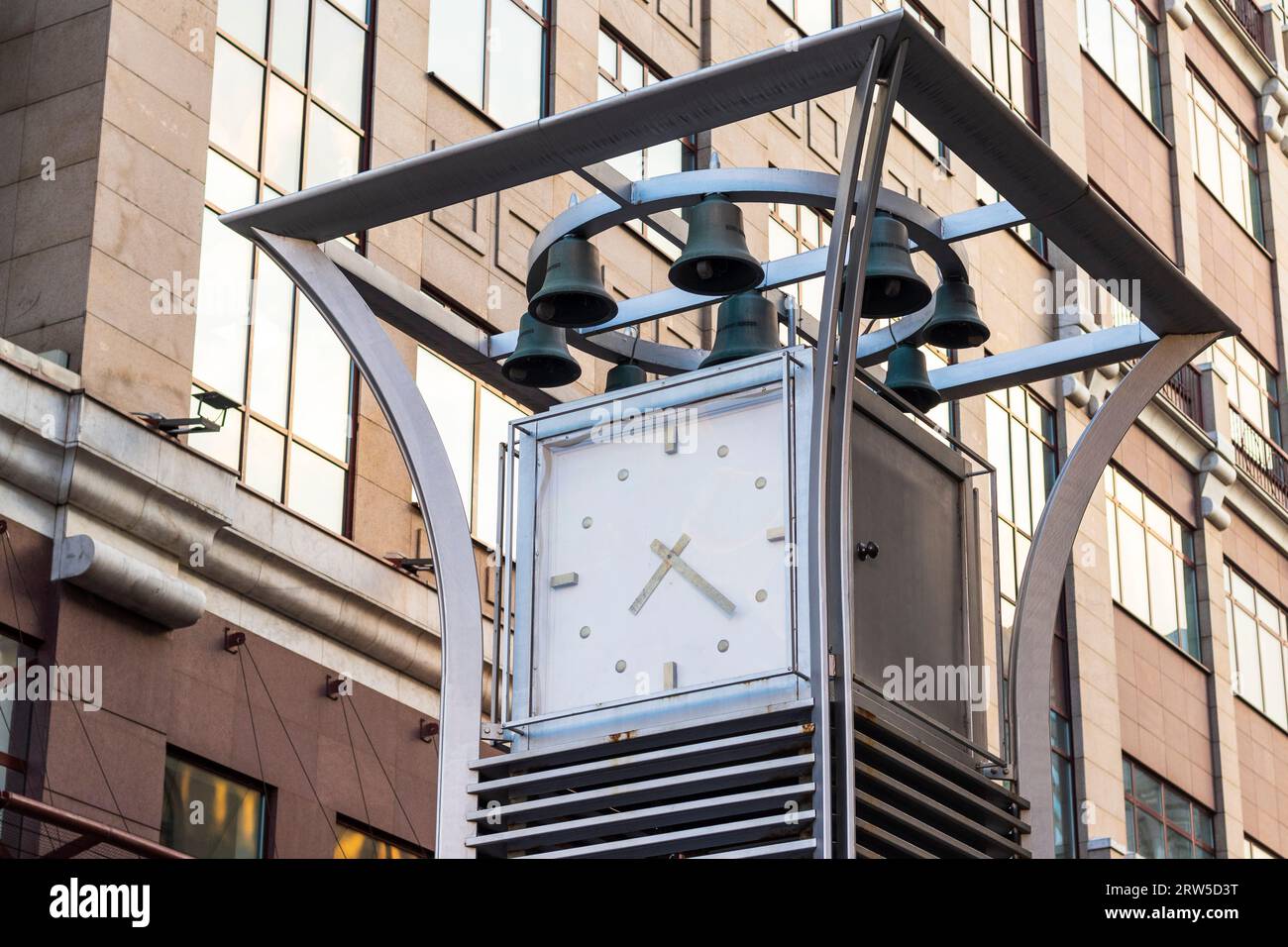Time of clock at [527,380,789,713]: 7:21
